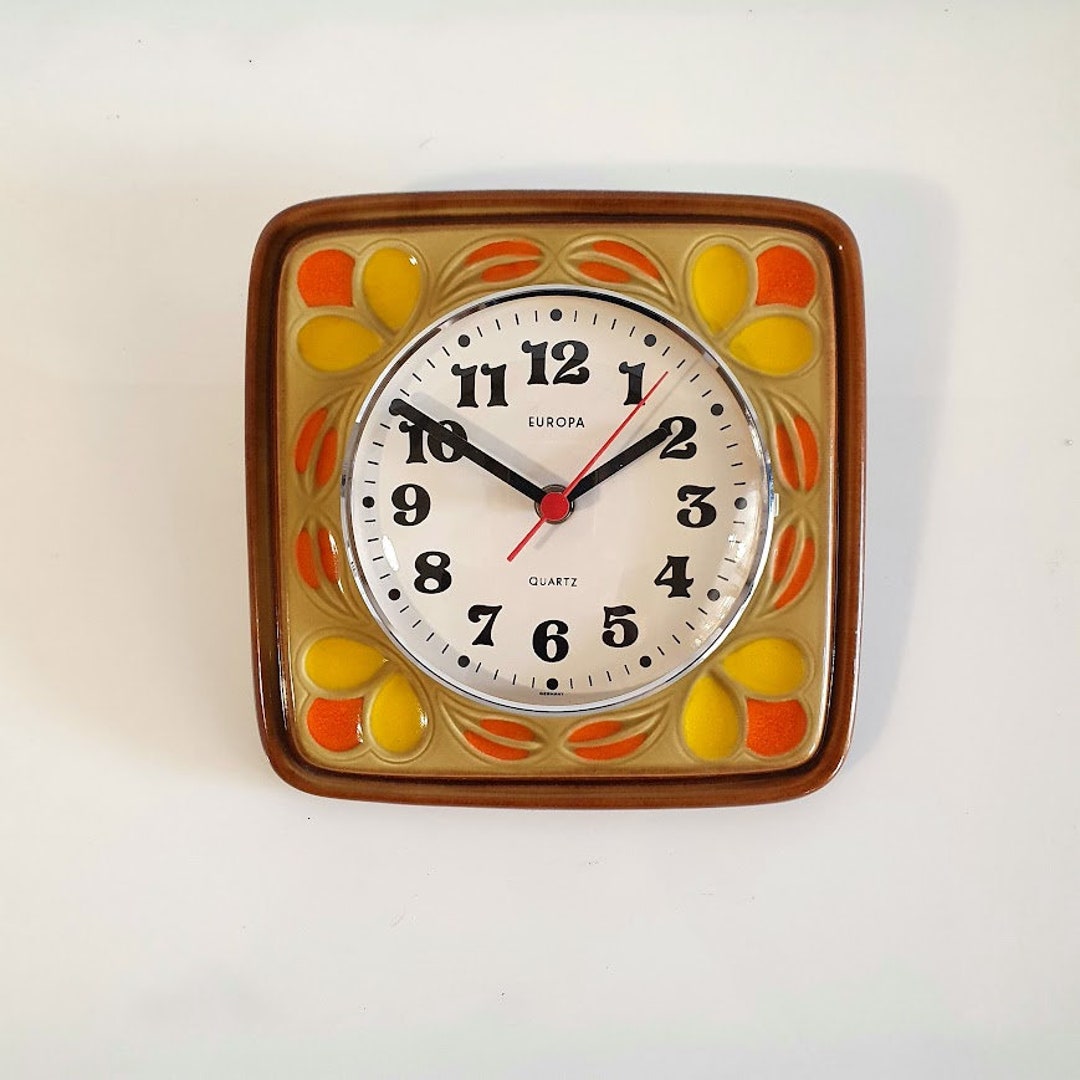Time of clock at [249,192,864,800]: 1:50
